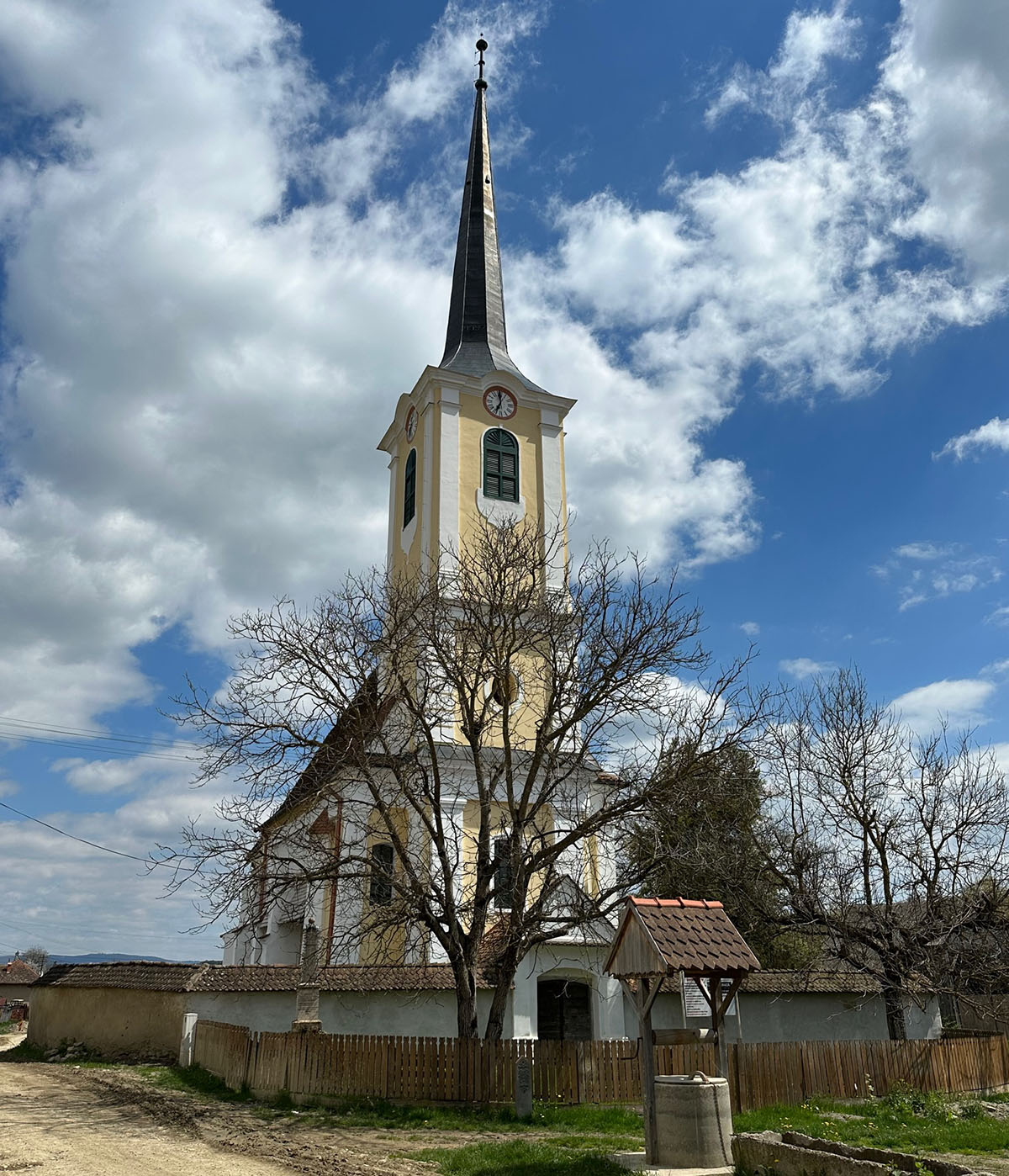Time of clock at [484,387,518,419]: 7:00
